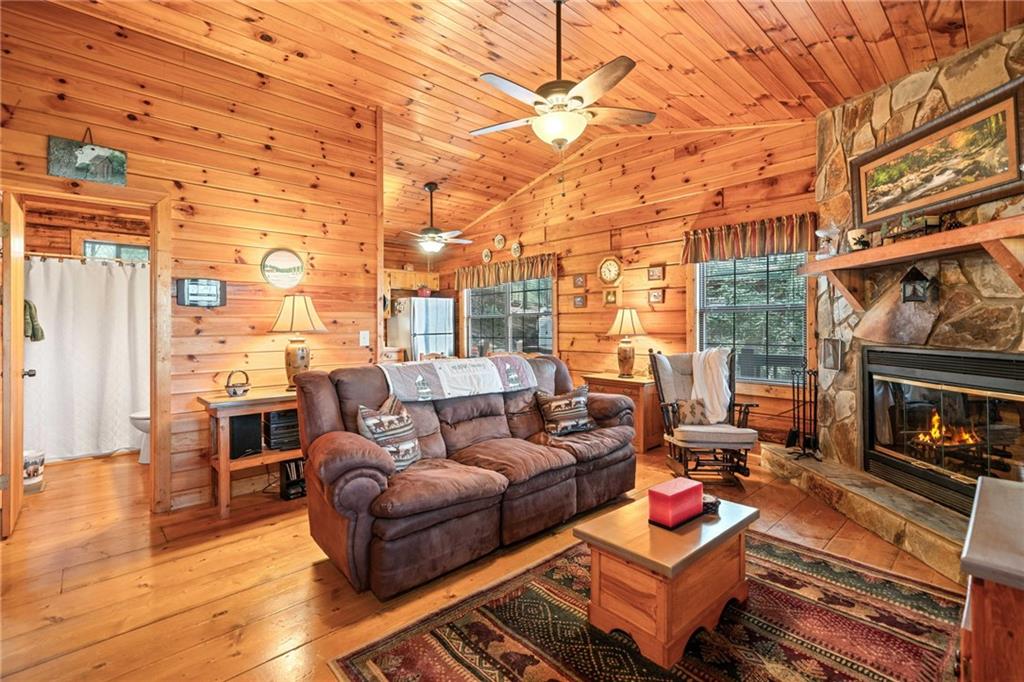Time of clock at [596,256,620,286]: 10:28
